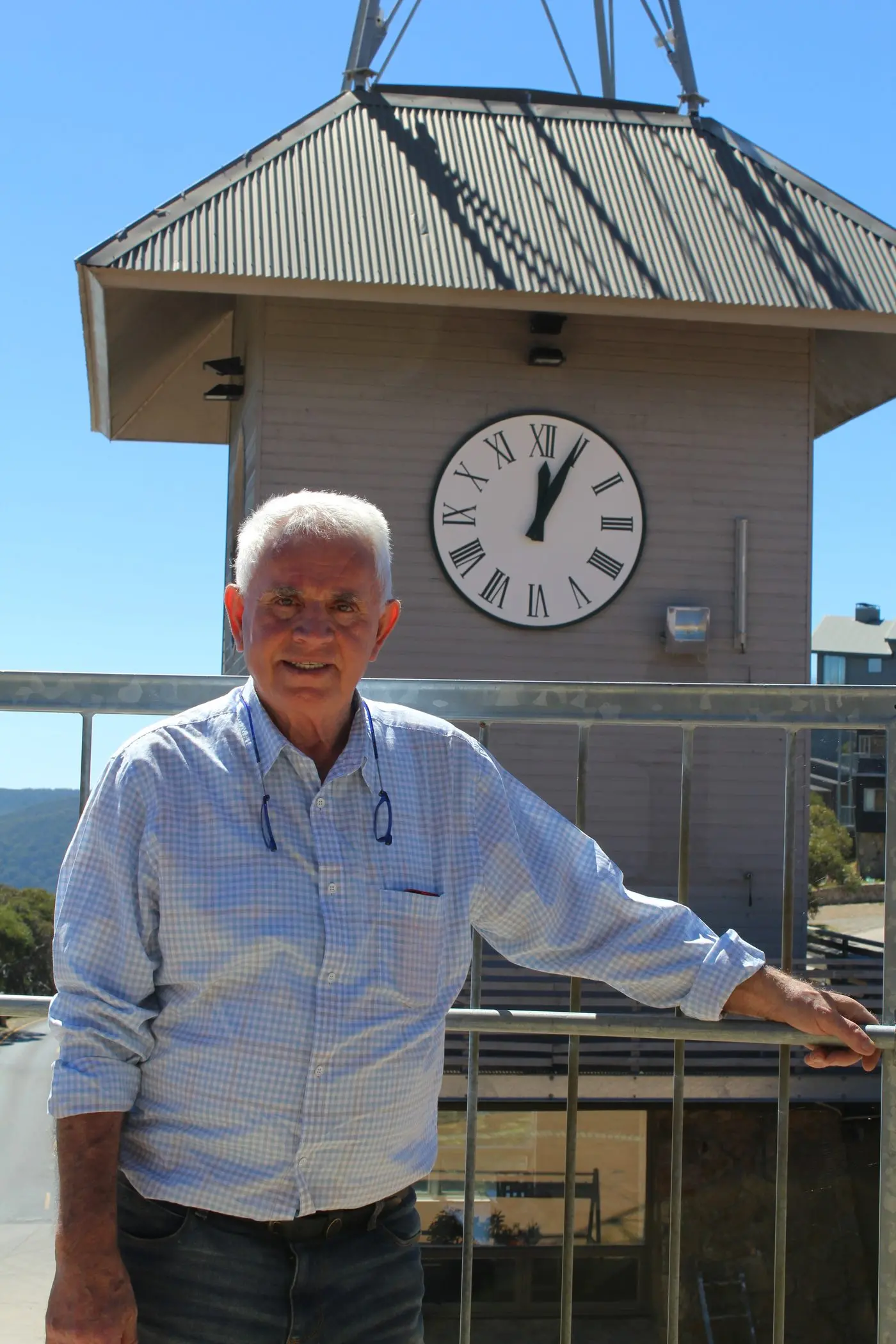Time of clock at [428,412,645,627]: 12:04
